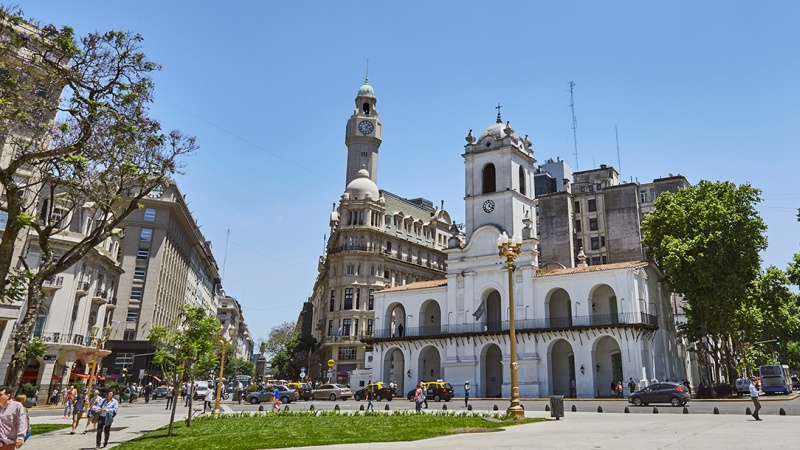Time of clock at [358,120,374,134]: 1:18
